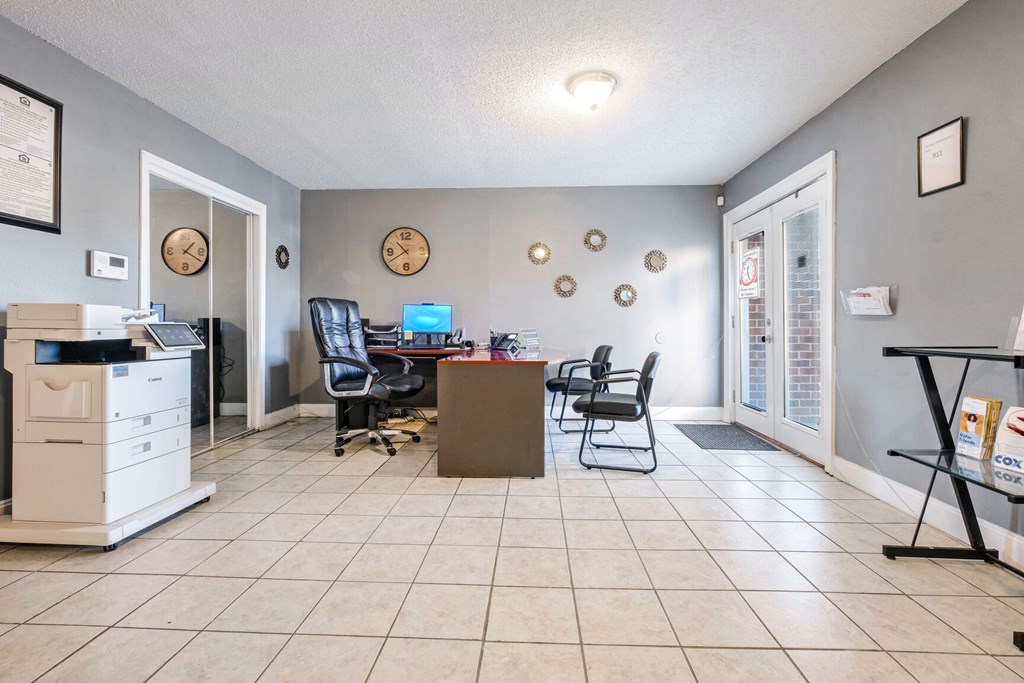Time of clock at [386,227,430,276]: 10:39
